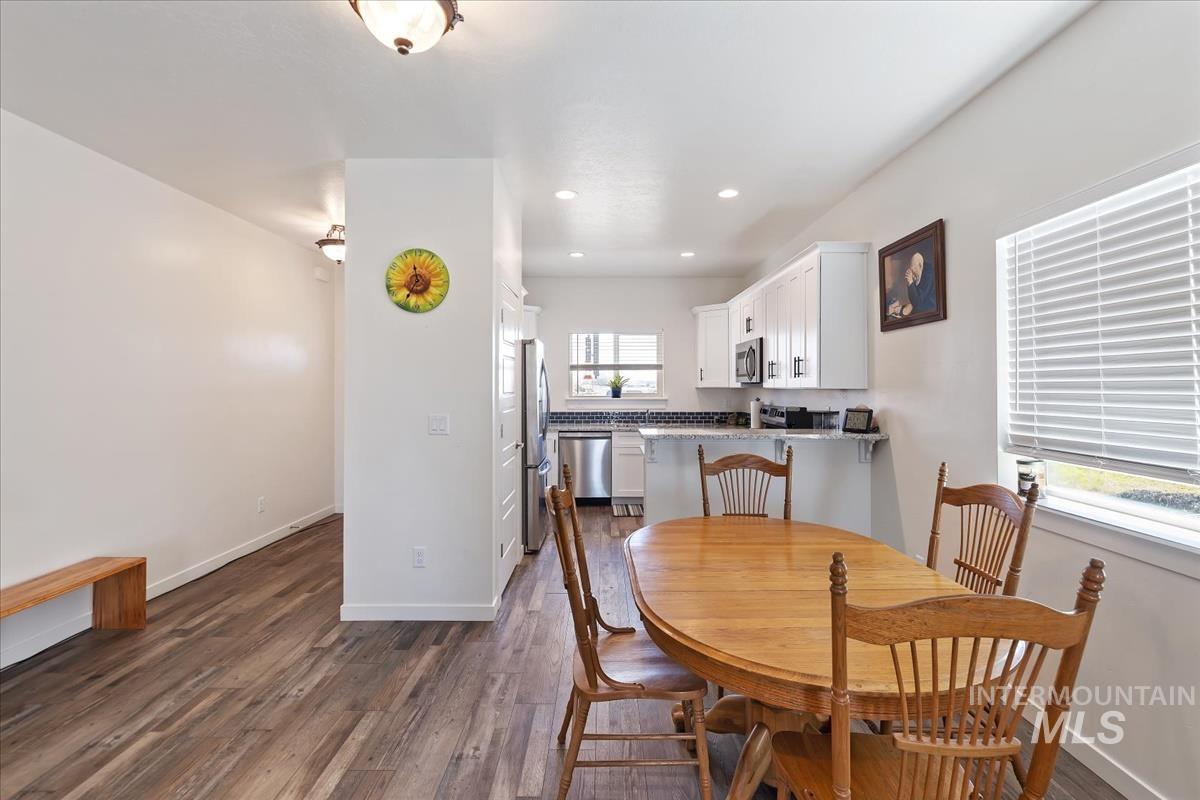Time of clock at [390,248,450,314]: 11:34
